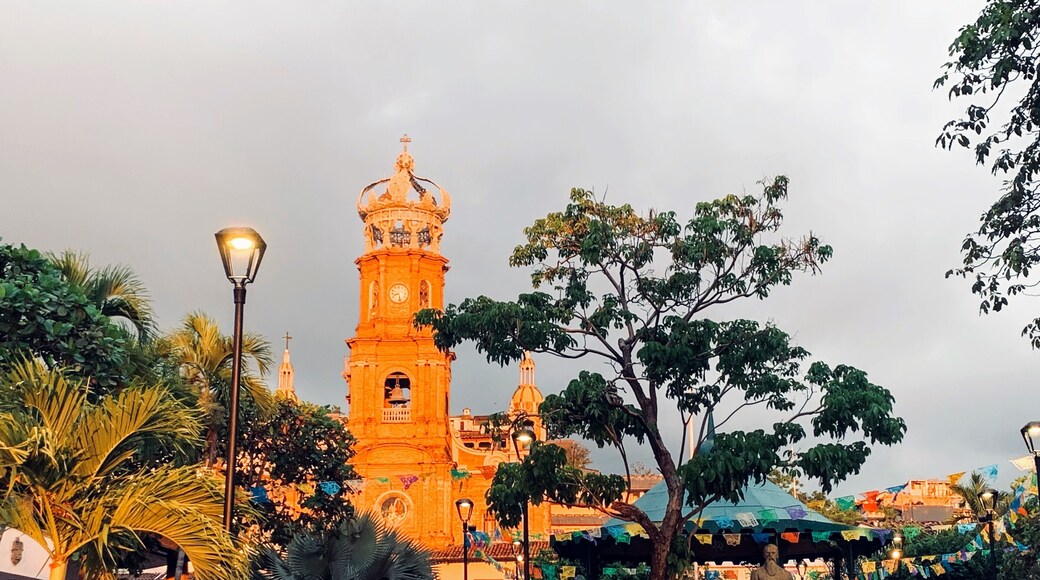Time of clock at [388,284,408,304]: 8:27
